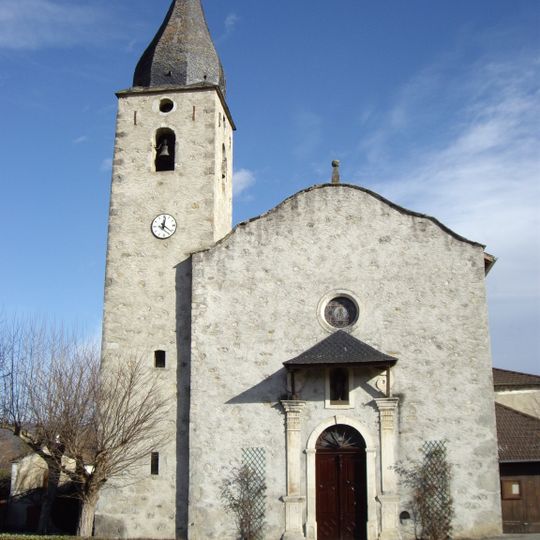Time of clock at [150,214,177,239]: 12:21
